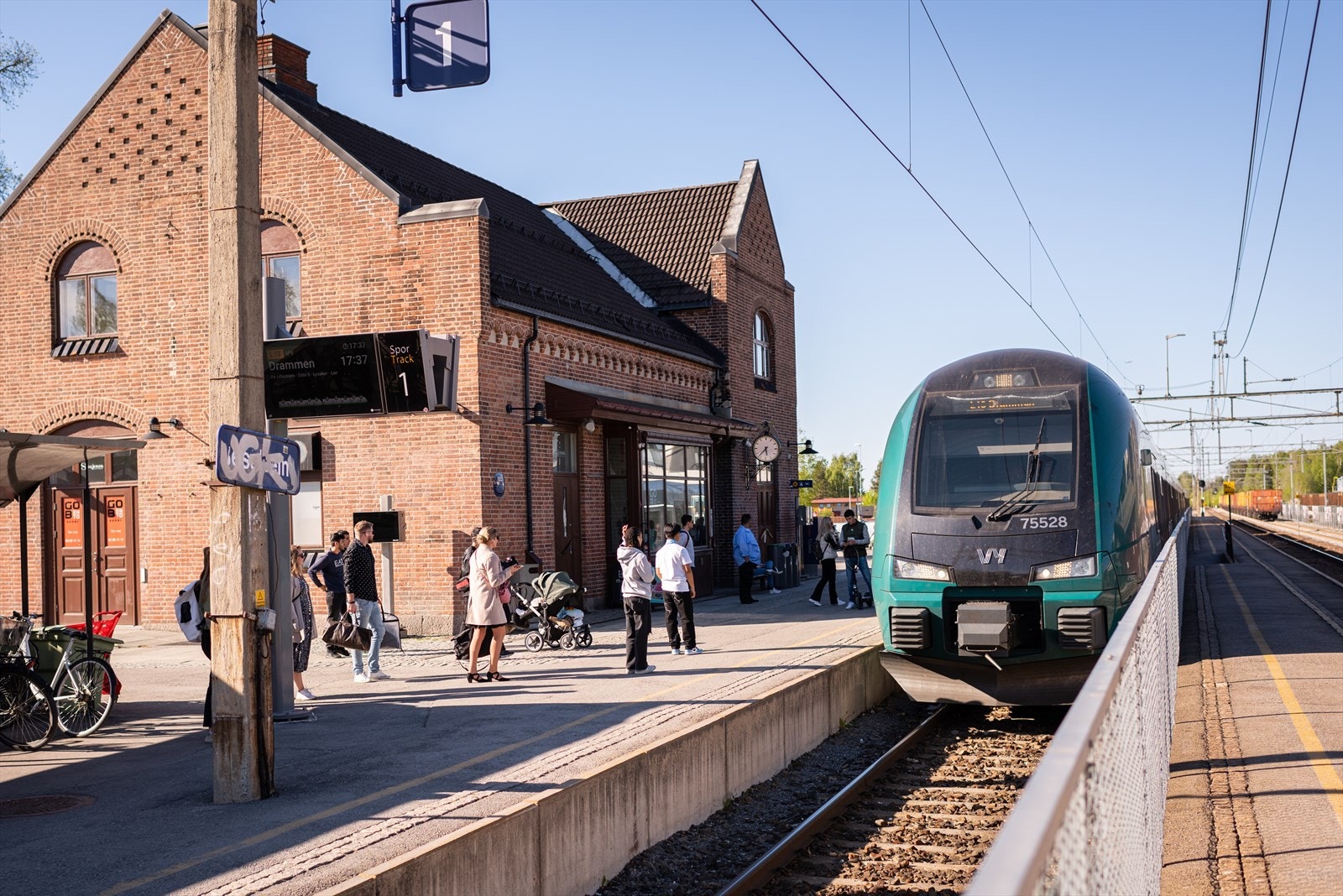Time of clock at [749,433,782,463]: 5:37
